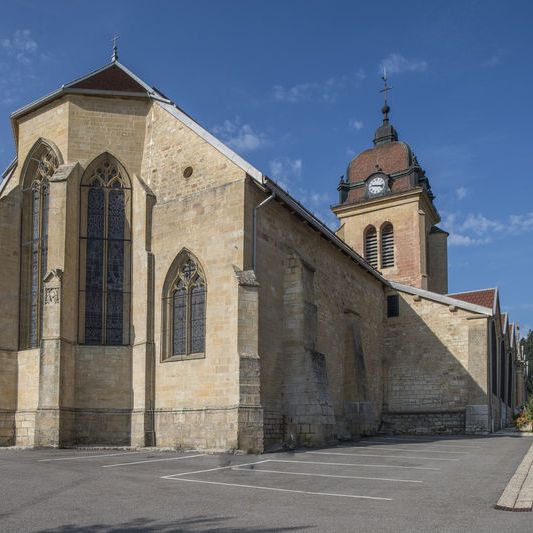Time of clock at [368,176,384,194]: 9:17
